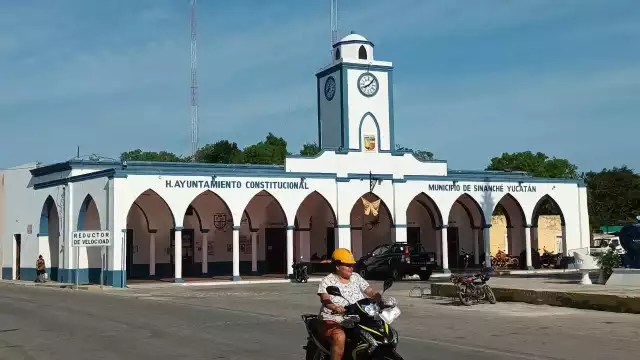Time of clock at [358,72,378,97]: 8:07
